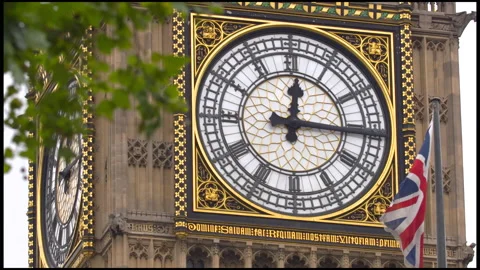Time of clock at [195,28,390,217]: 12:15
